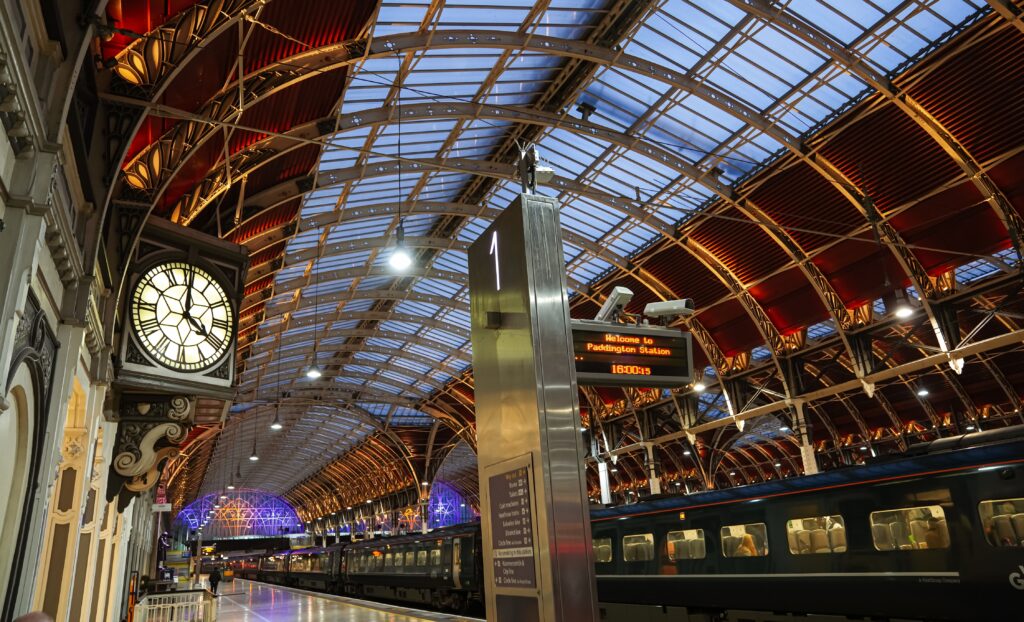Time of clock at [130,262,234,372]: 4:00
